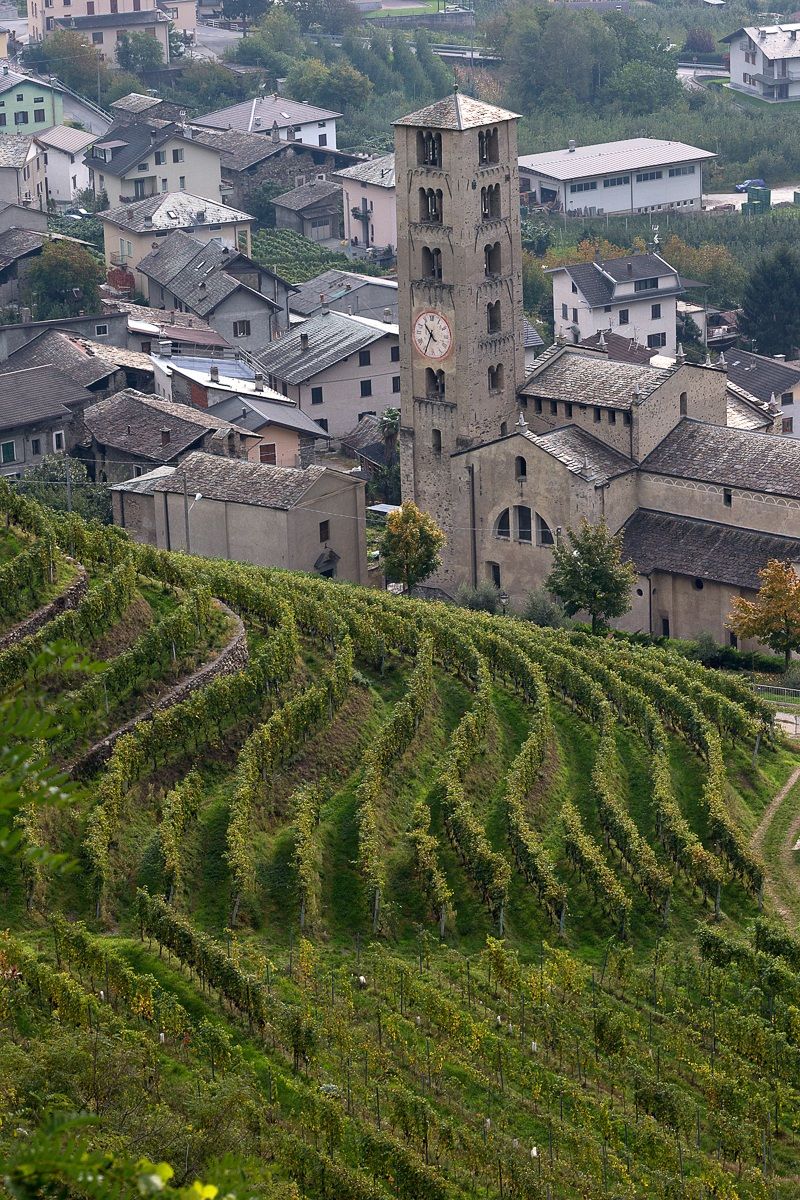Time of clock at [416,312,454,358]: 10:34
